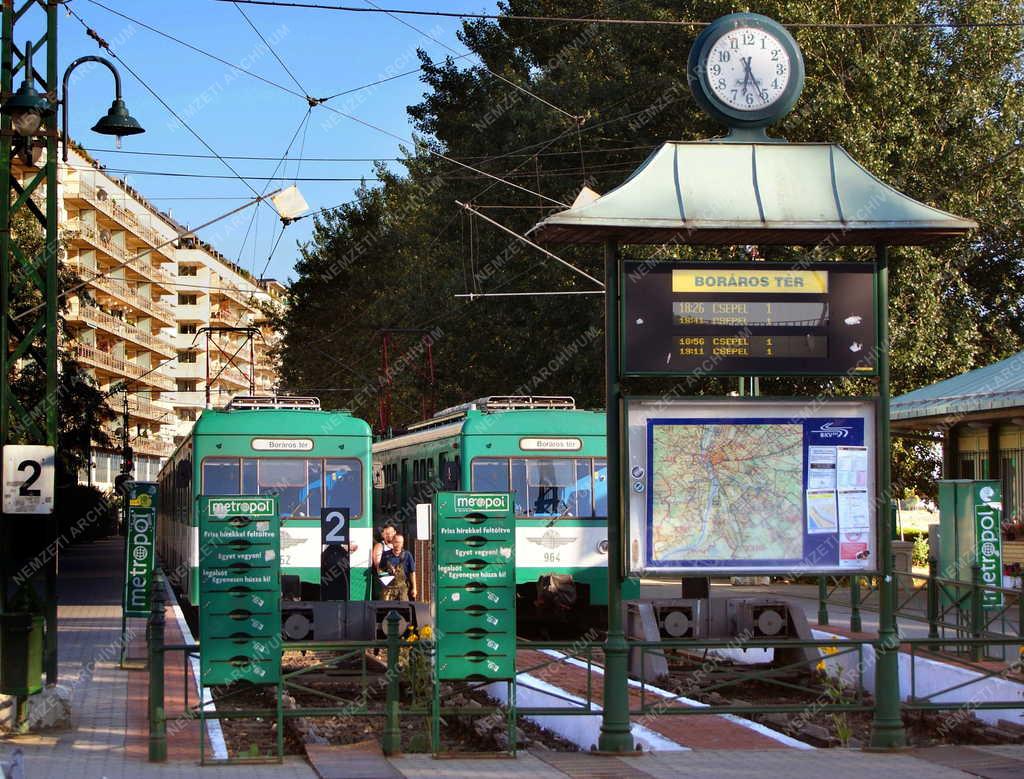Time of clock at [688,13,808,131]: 6:25
